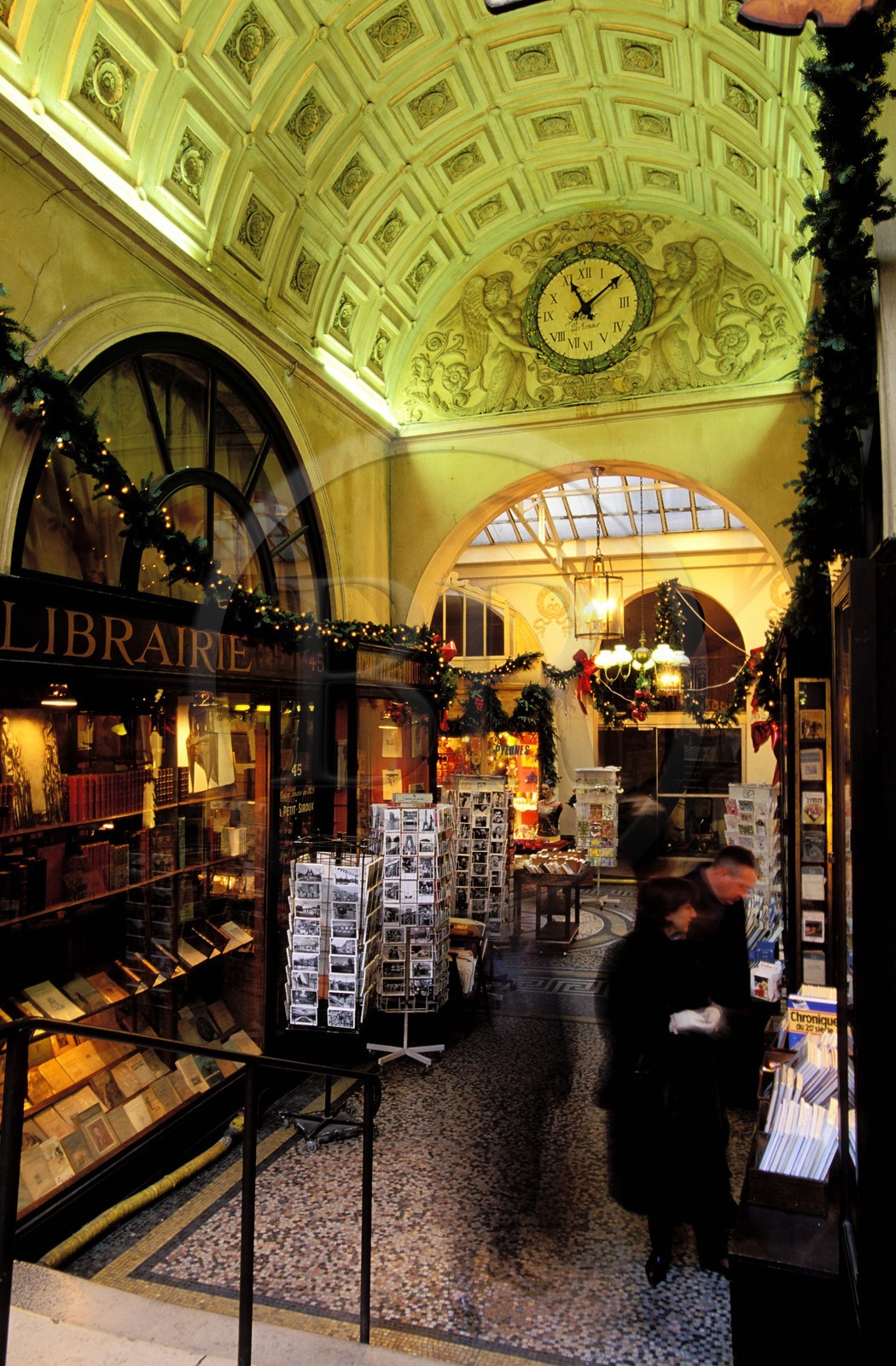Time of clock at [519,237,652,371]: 11:09
